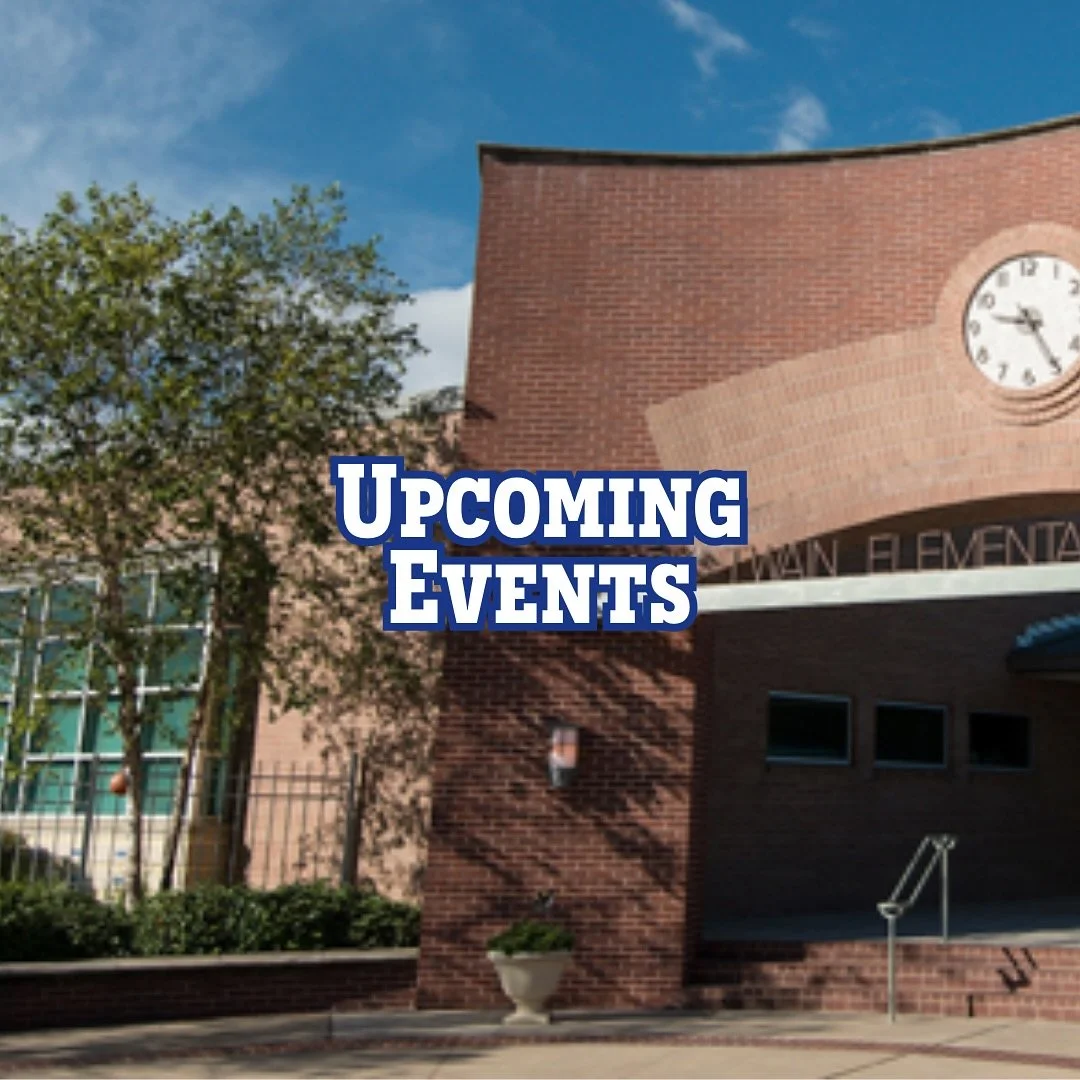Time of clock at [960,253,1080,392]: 9:25
